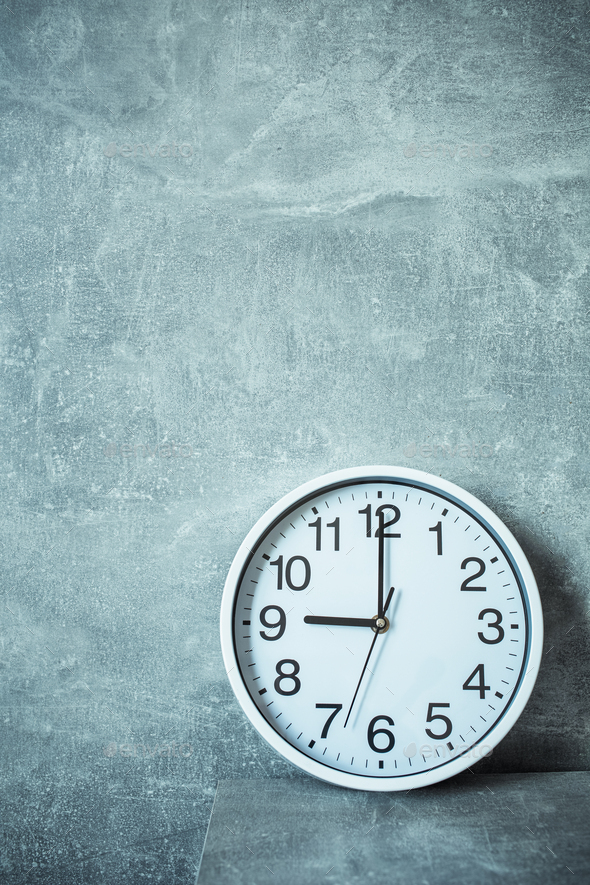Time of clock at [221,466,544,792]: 9:00
